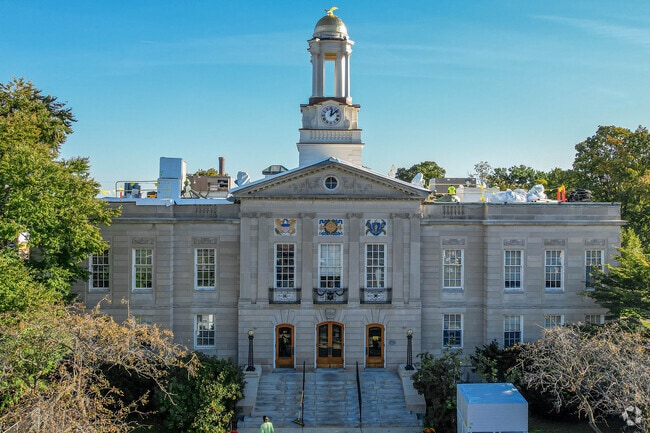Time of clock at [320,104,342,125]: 12:07
